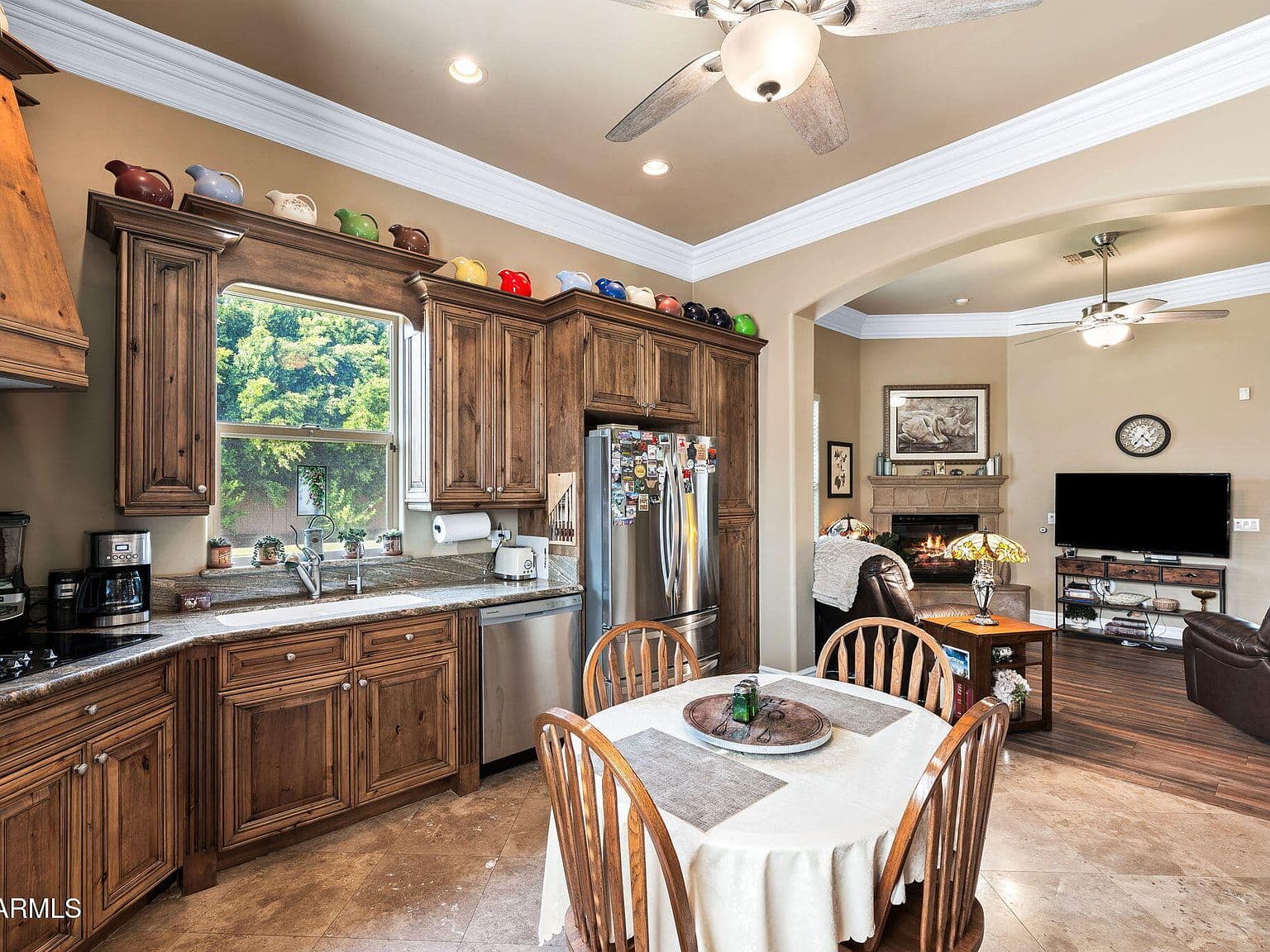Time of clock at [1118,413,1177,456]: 4:36
